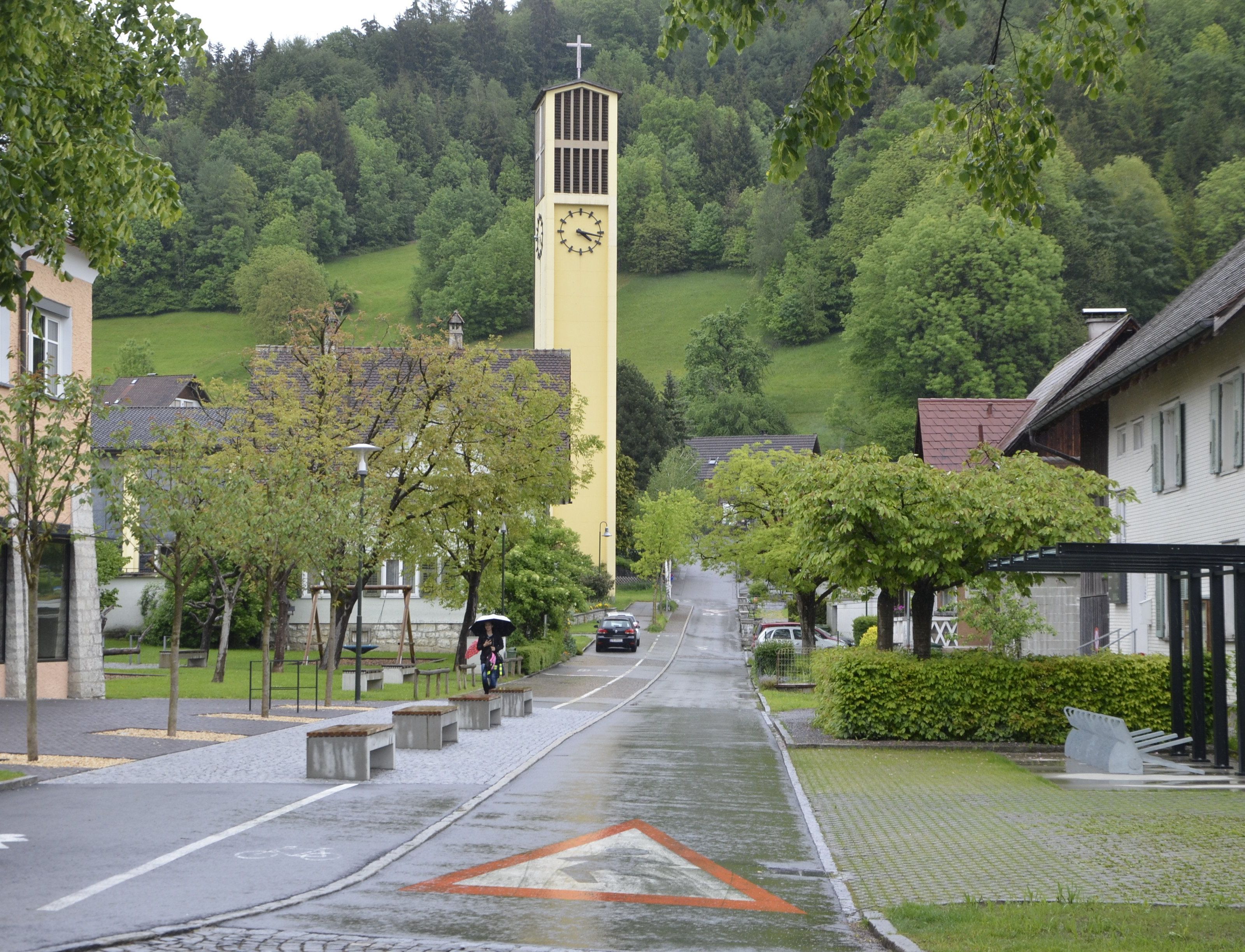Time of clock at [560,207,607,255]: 4:16
